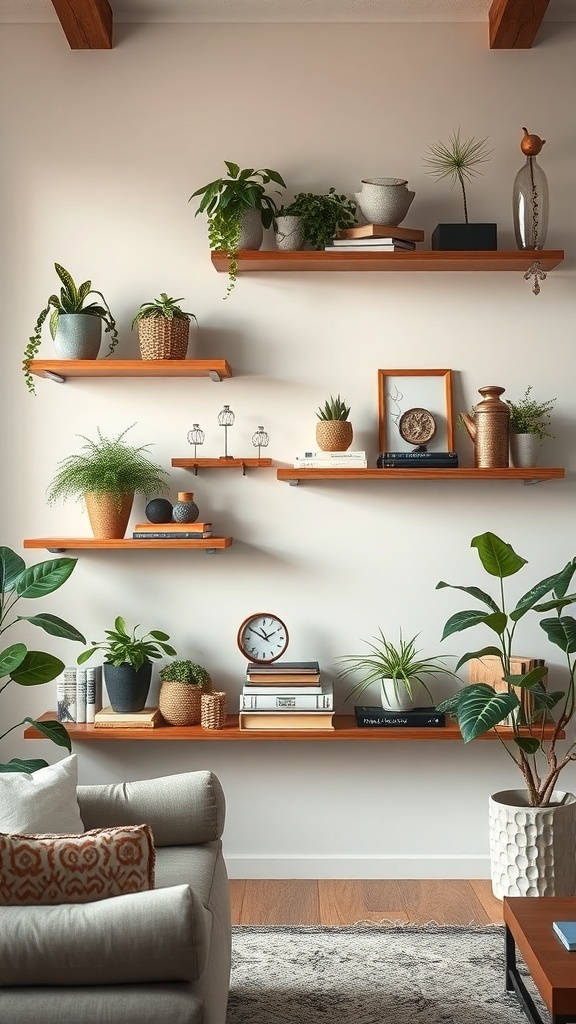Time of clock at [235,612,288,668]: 1:50
